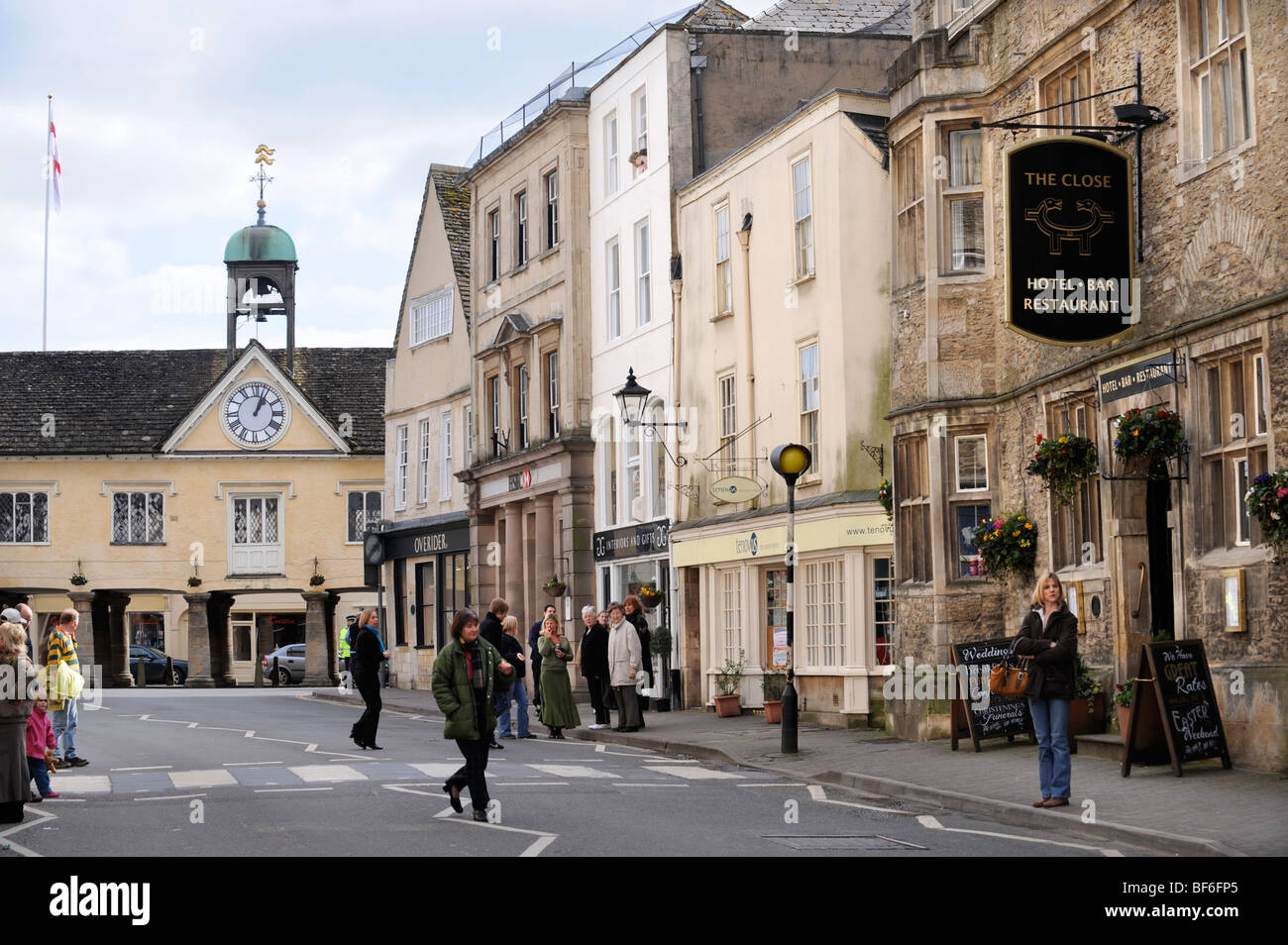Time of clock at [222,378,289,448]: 1:03
